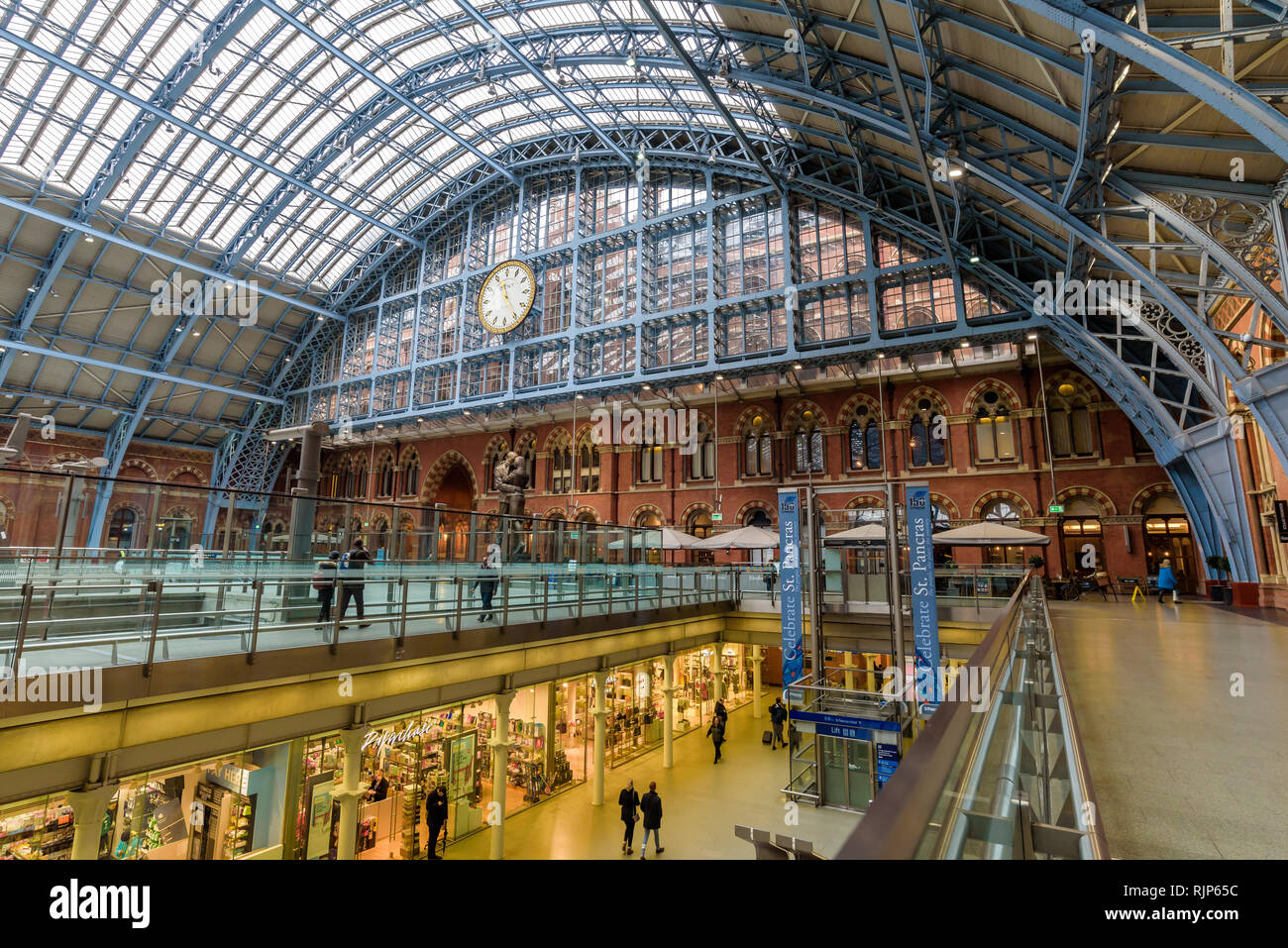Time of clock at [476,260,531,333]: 11:25
